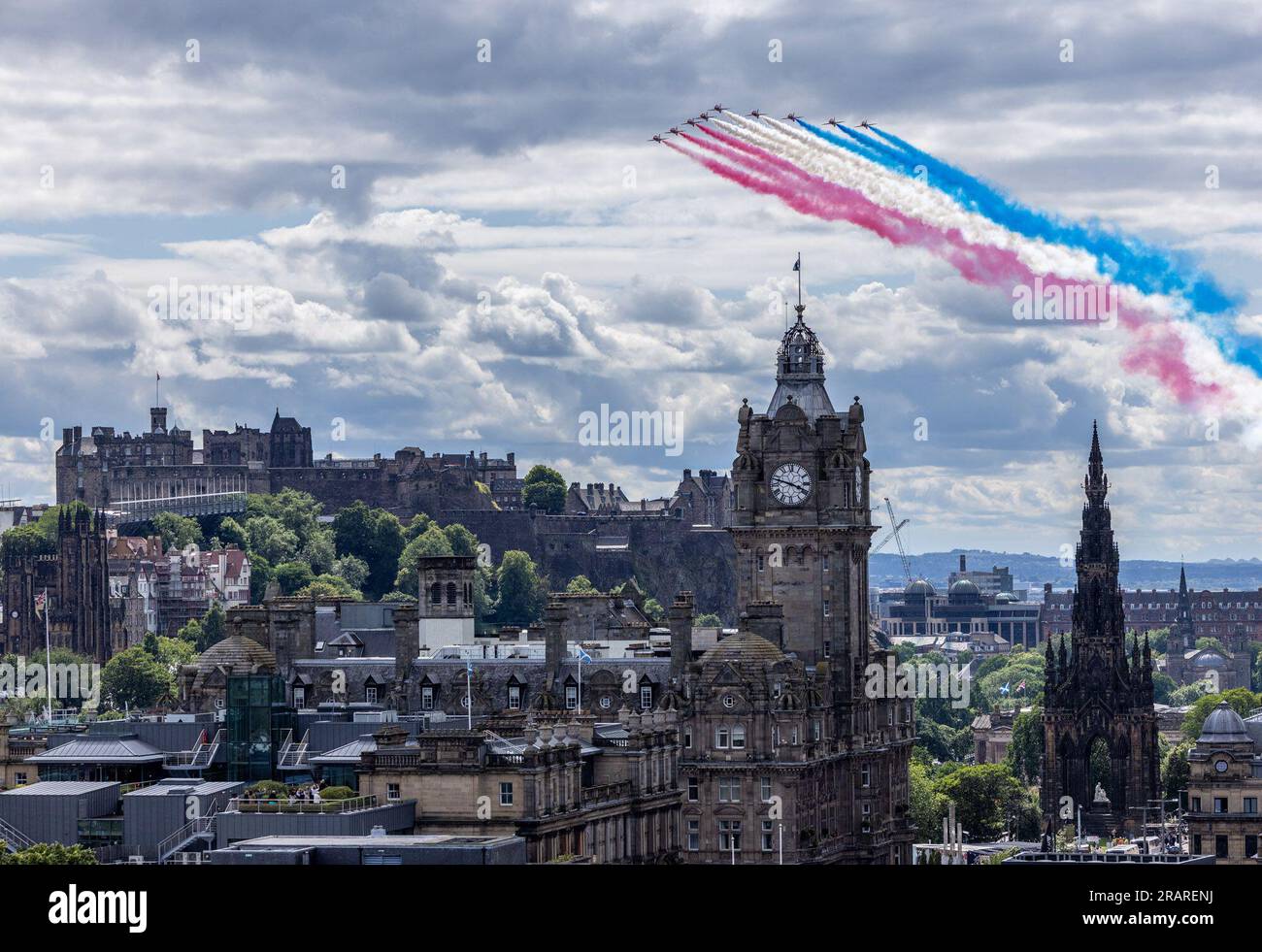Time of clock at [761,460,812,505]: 3:47
